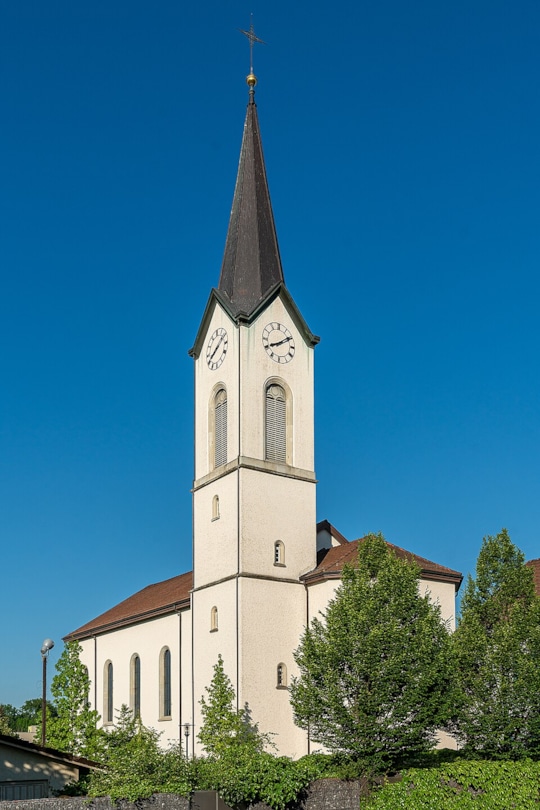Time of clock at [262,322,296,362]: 8:09
